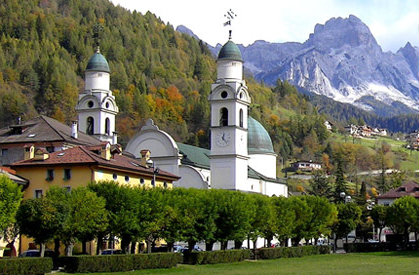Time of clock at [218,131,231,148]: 12:23
